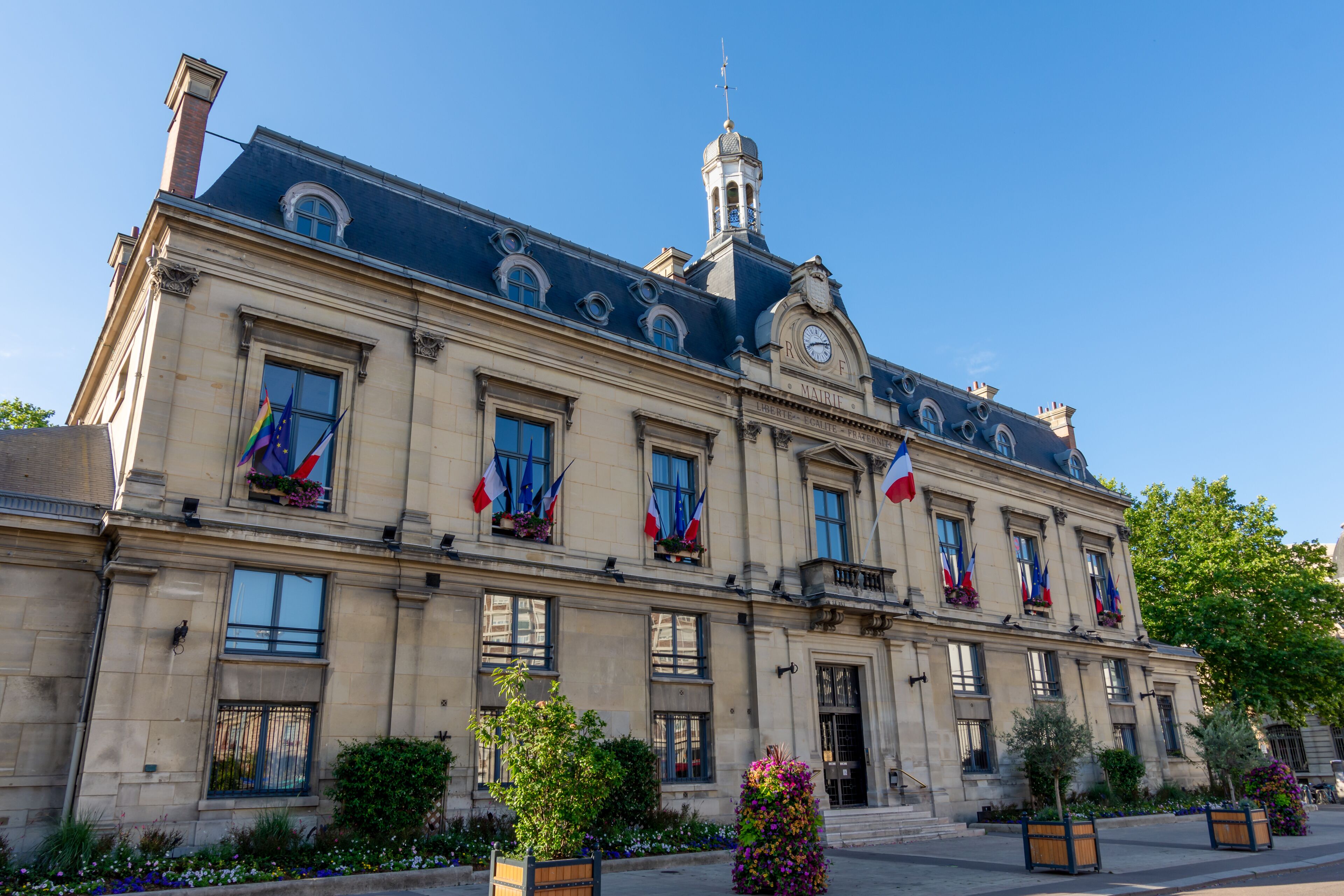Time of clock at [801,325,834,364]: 8:12
